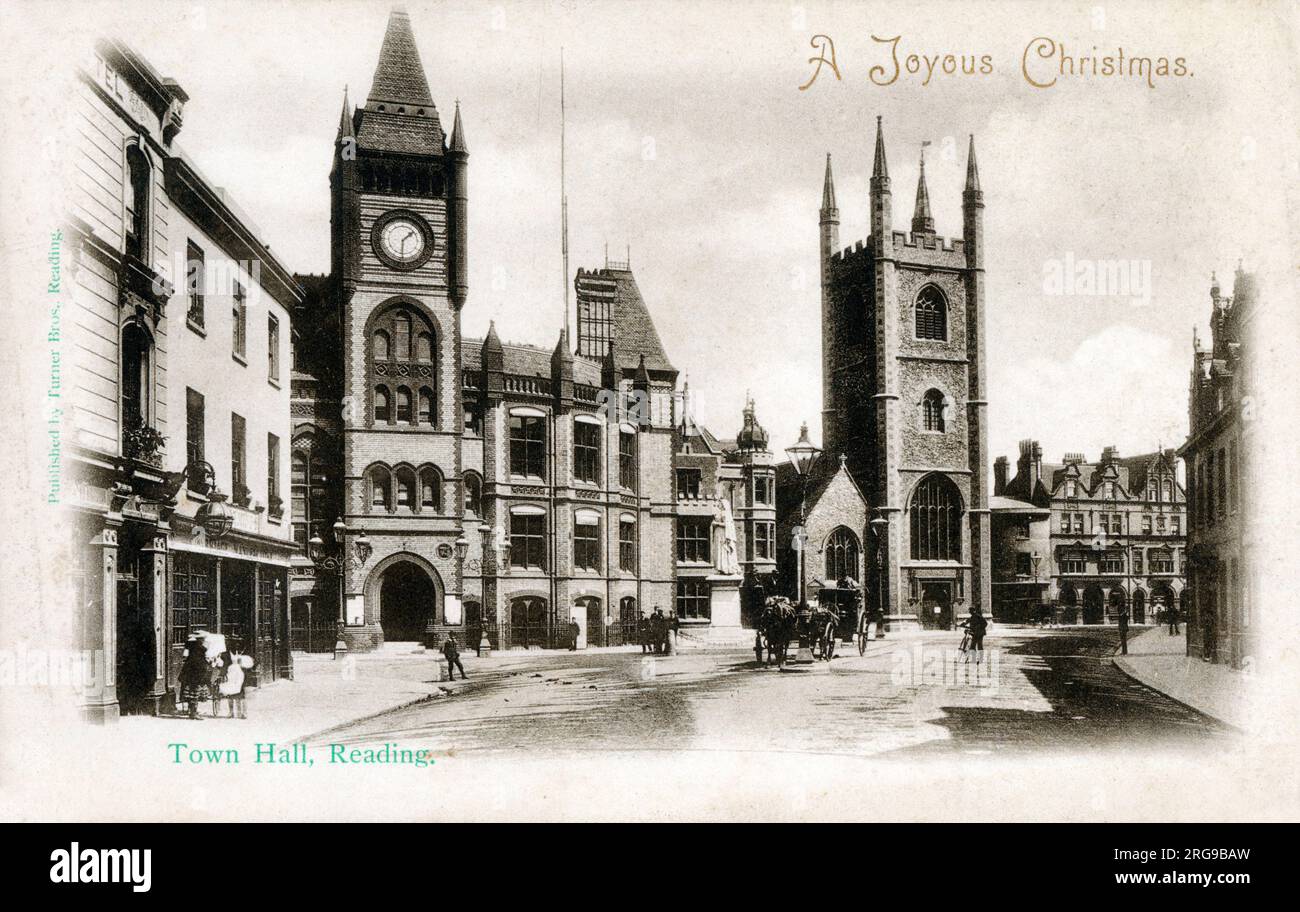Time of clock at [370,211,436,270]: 1:30
